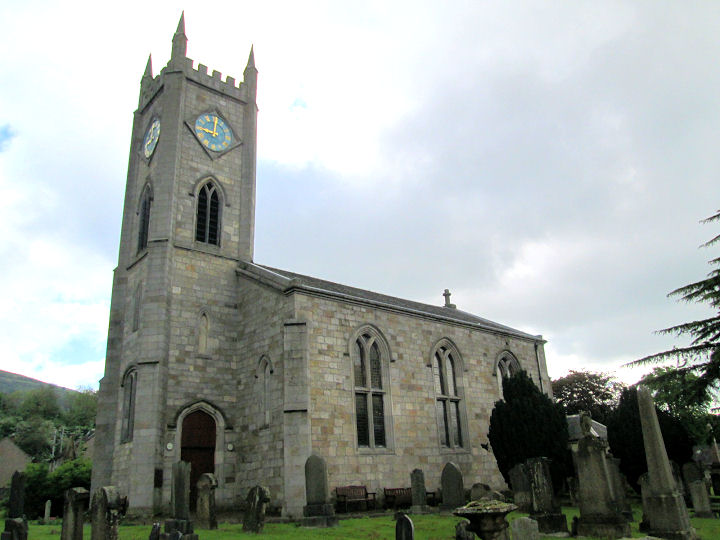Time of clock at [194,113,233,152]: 9:01
